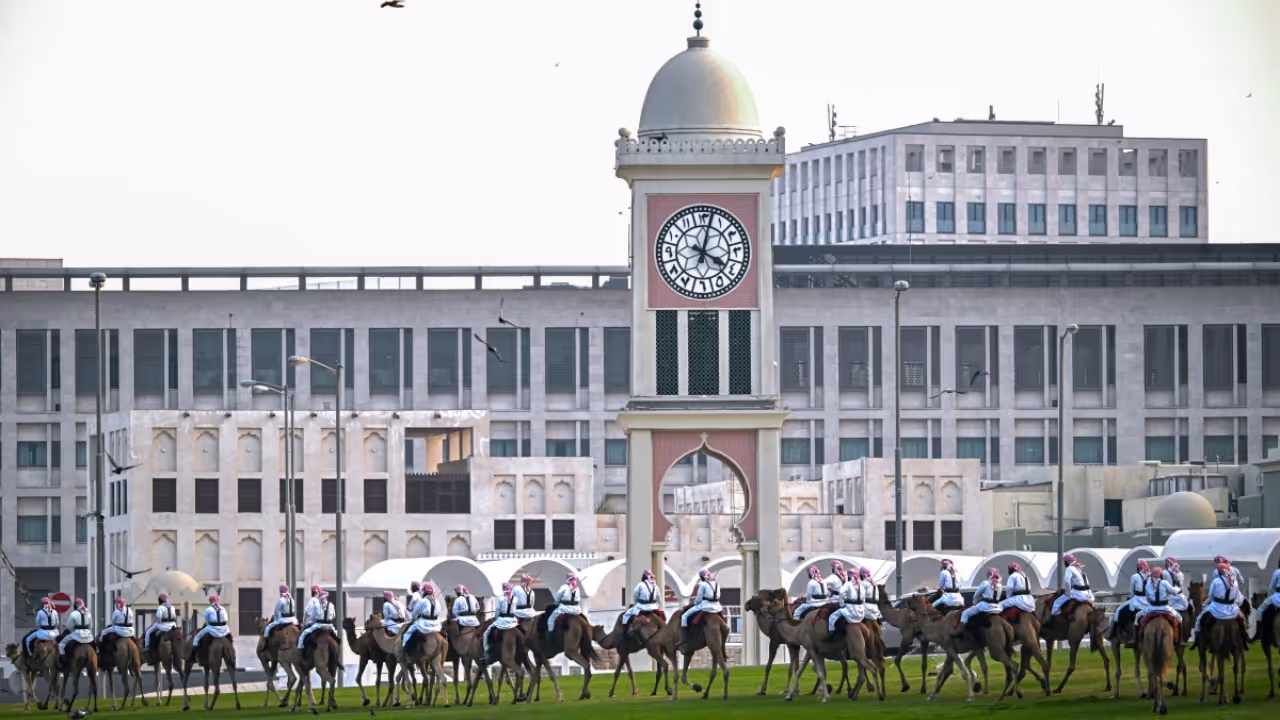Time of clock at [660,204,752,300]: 4:02
